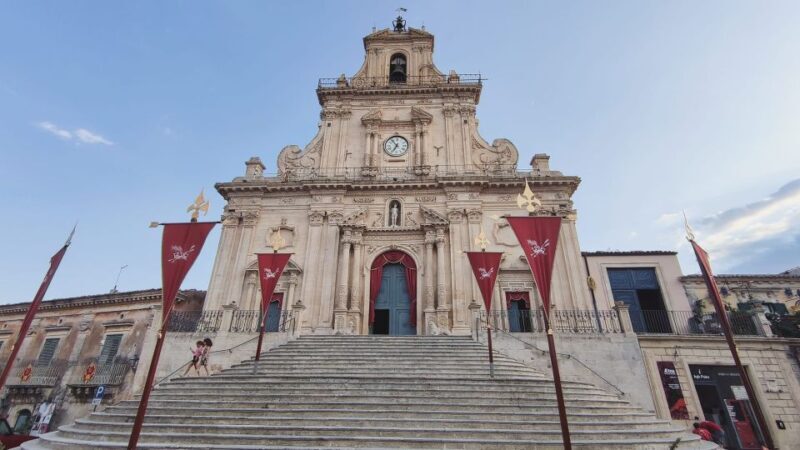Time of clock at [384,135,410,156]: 6:53
